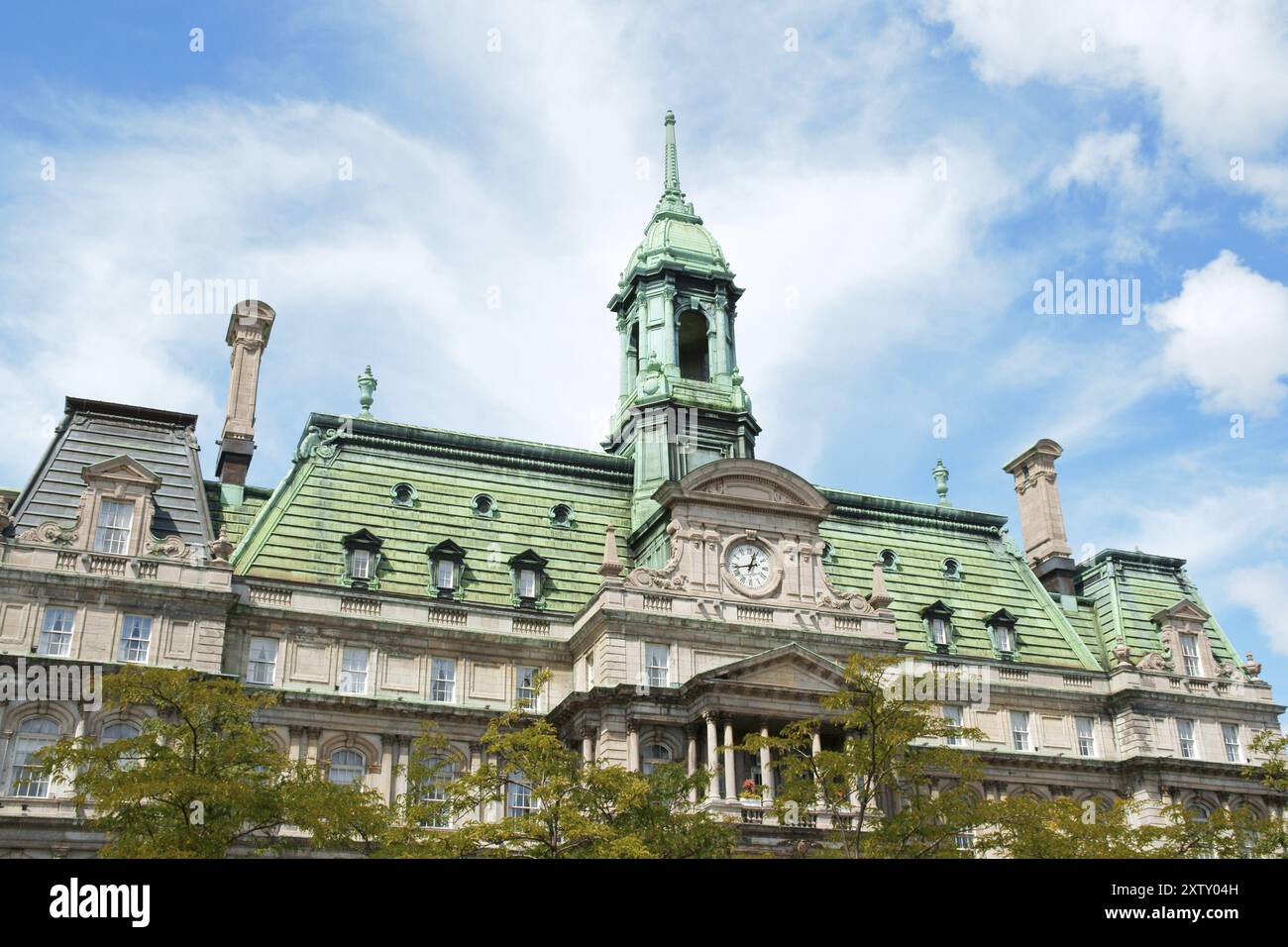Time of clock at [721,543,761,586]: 12:43
